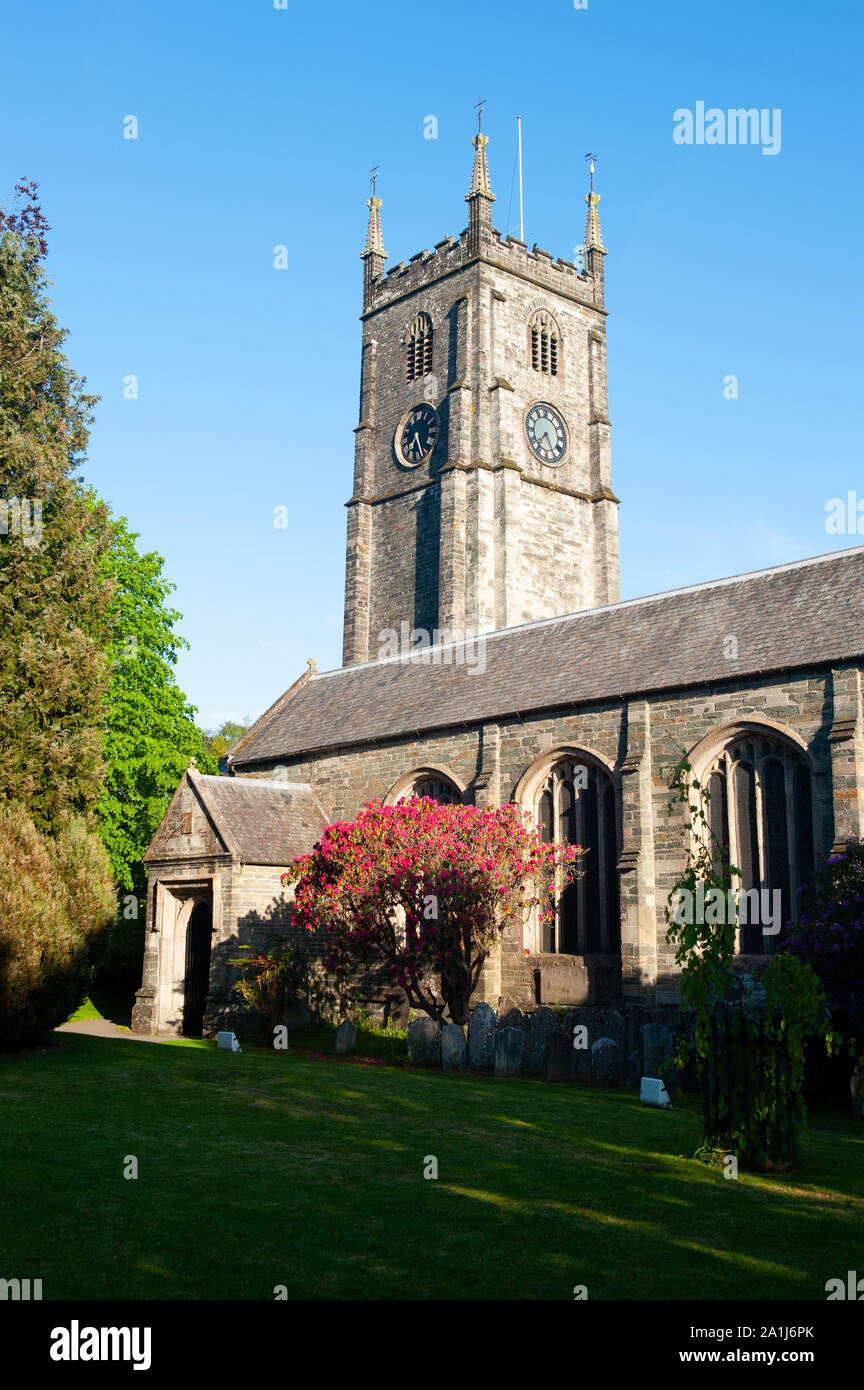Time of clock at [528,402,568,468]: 7:25
